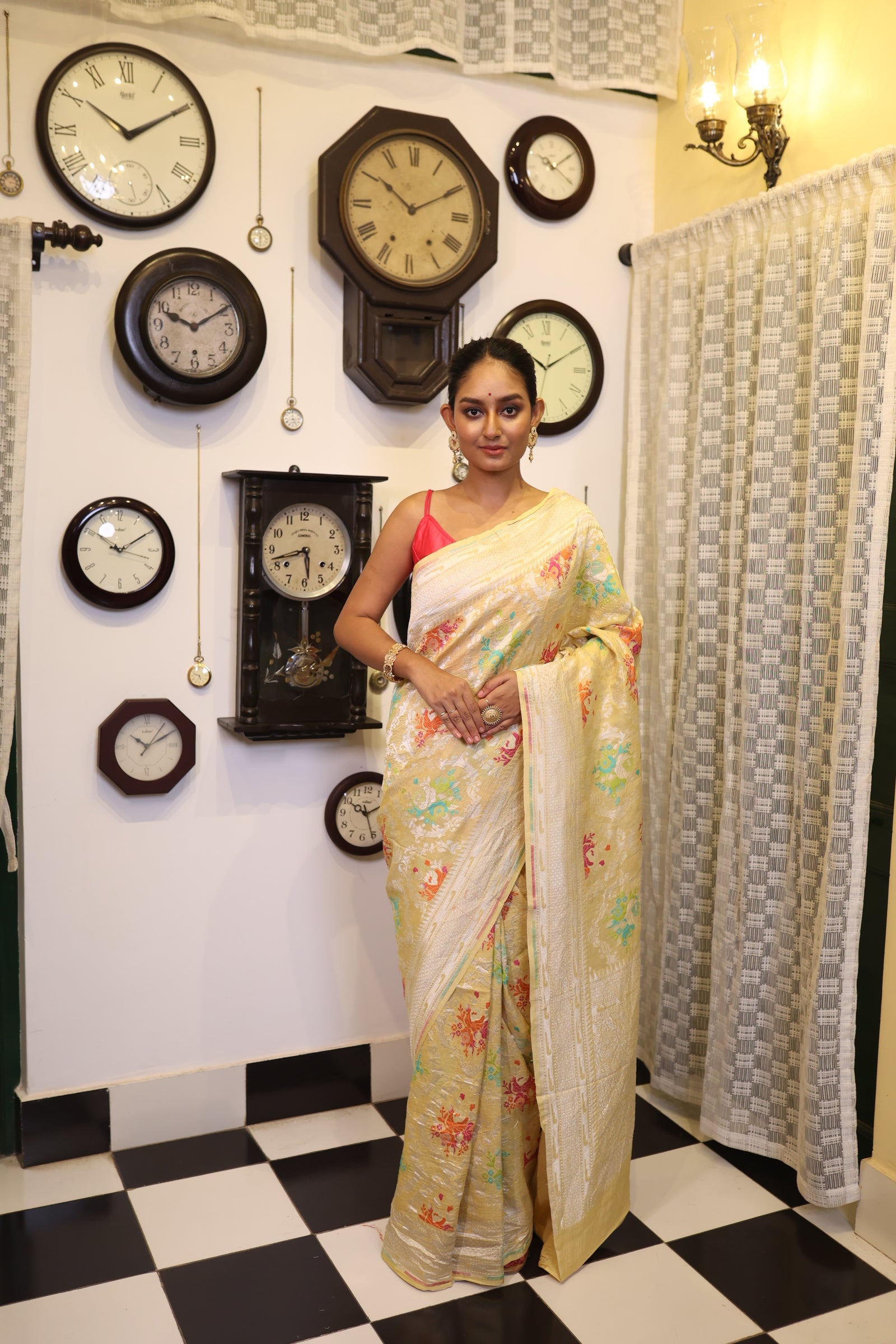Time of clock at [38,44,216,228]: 10:09
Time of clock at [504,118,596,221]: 10:09
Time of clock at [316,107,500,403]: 10:10
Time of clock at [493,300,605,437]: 10:09
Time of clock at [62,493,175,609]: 10:09
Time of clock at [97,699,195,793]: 10:10
